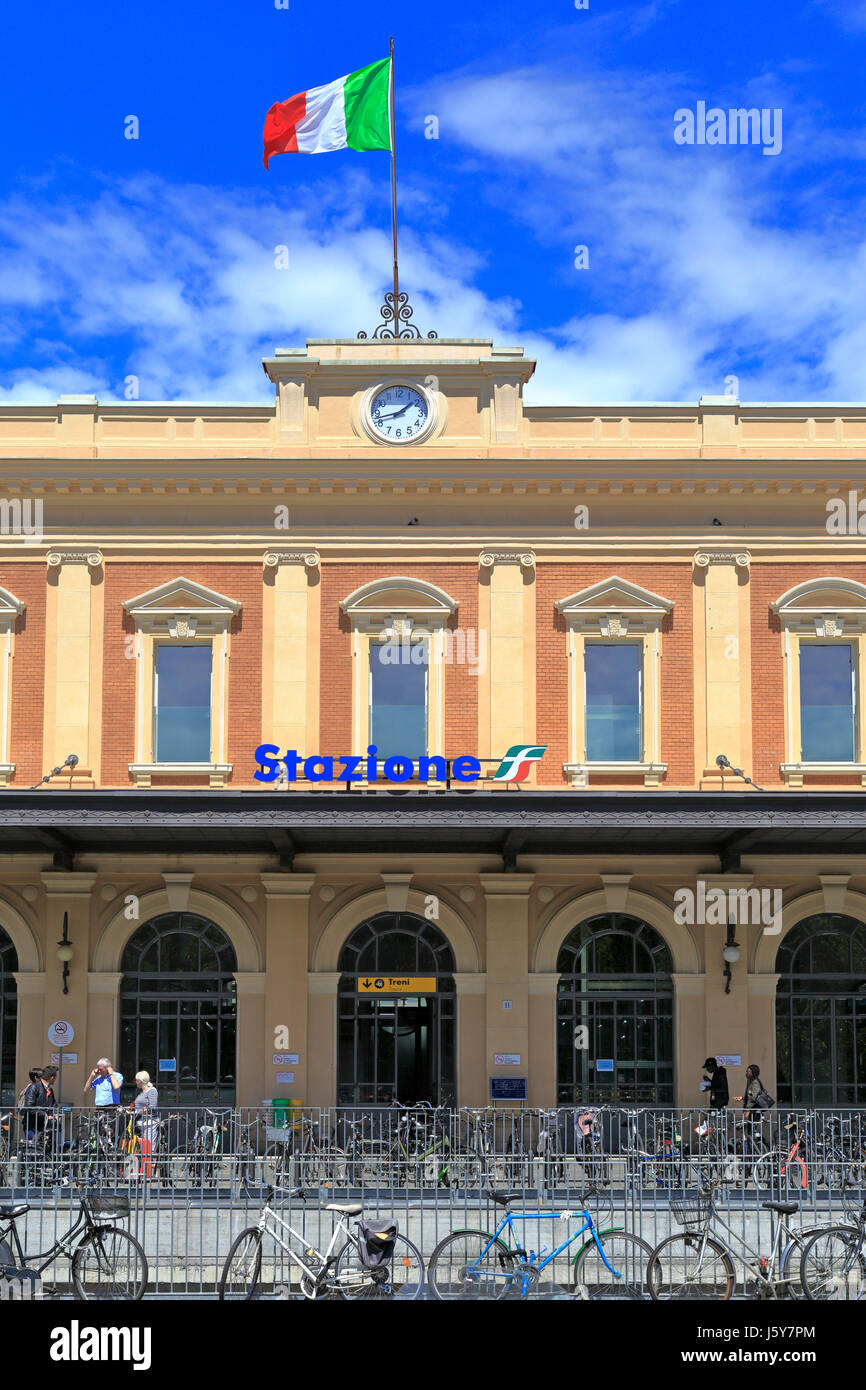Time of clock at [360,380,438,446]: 1:42
